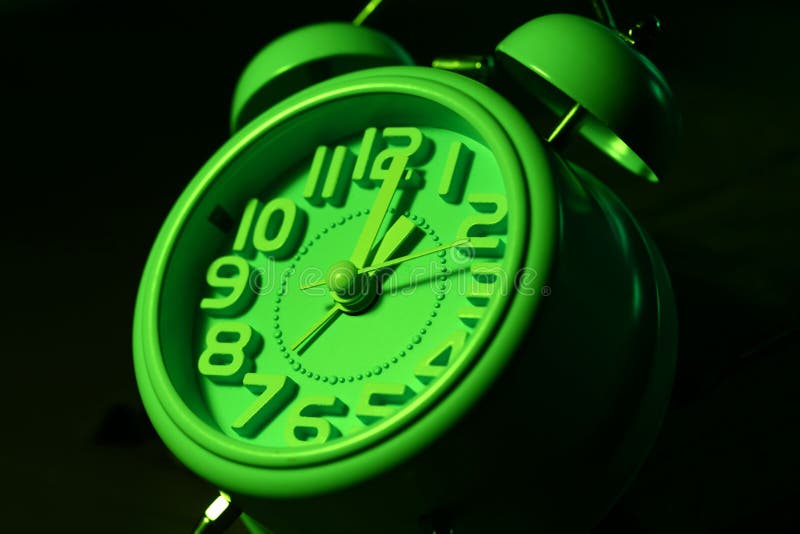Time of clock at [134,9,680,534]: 1:01
